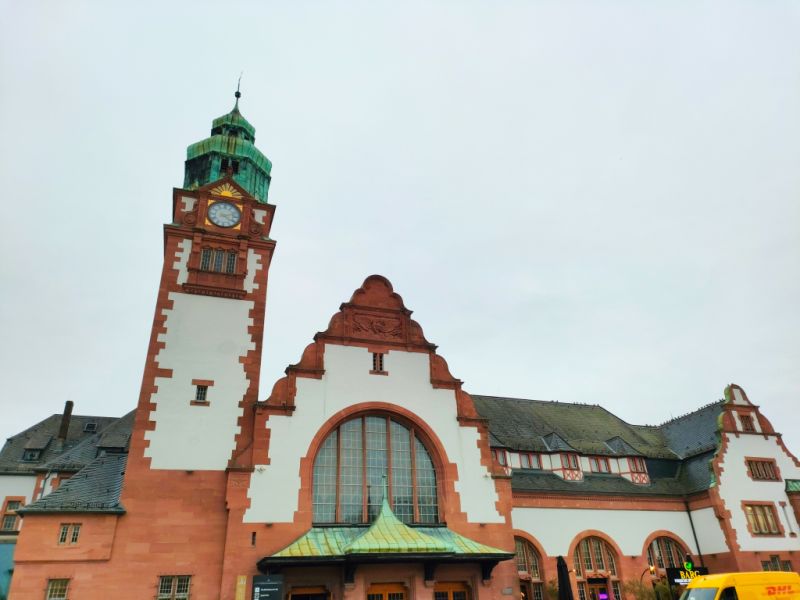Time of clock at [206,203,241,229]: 4:12
